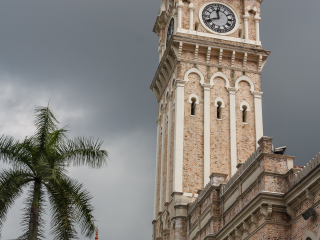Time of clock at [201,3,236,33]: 11:41
